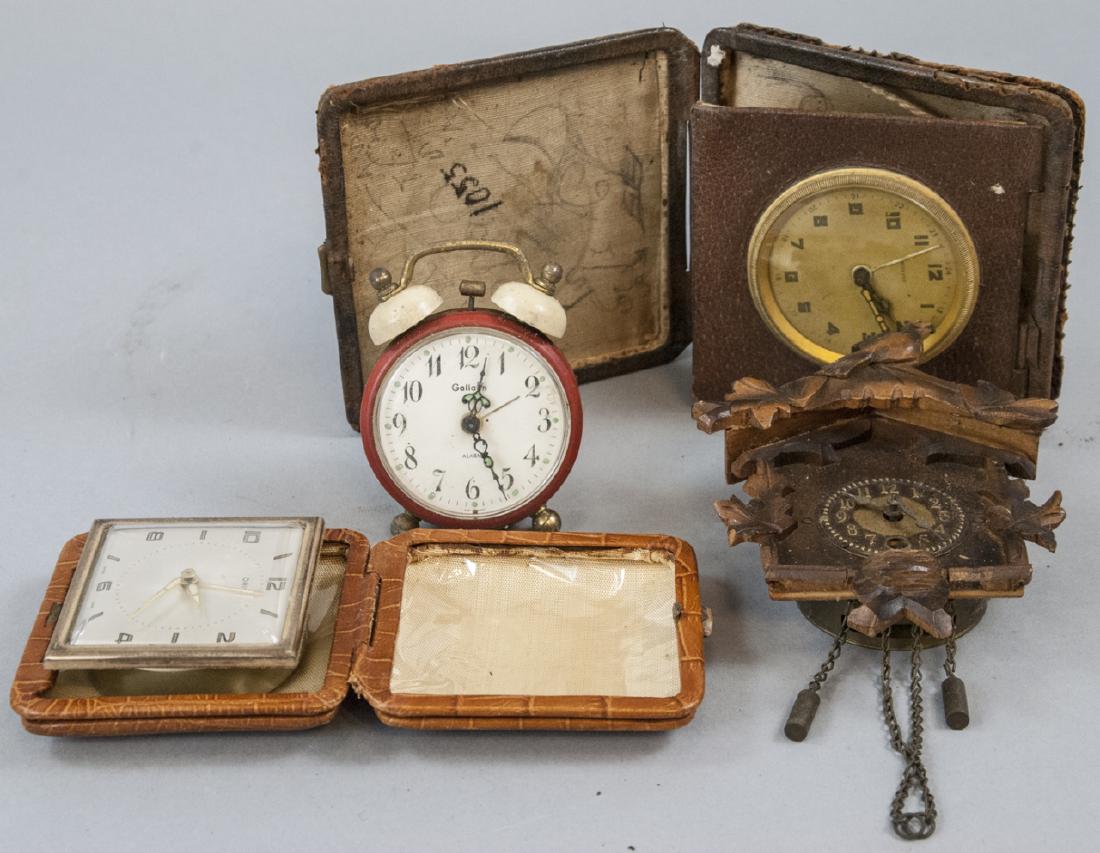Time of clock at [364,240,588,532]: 12:26
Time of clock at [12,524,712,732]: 12:26
